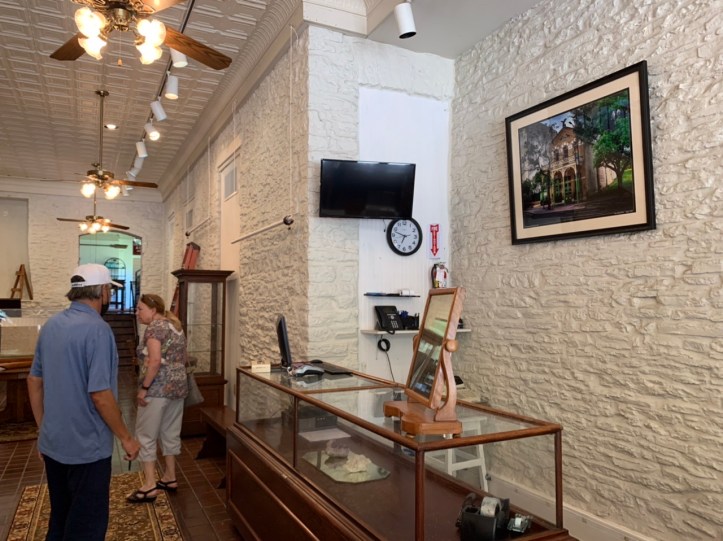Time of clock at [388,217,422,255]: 6:47
